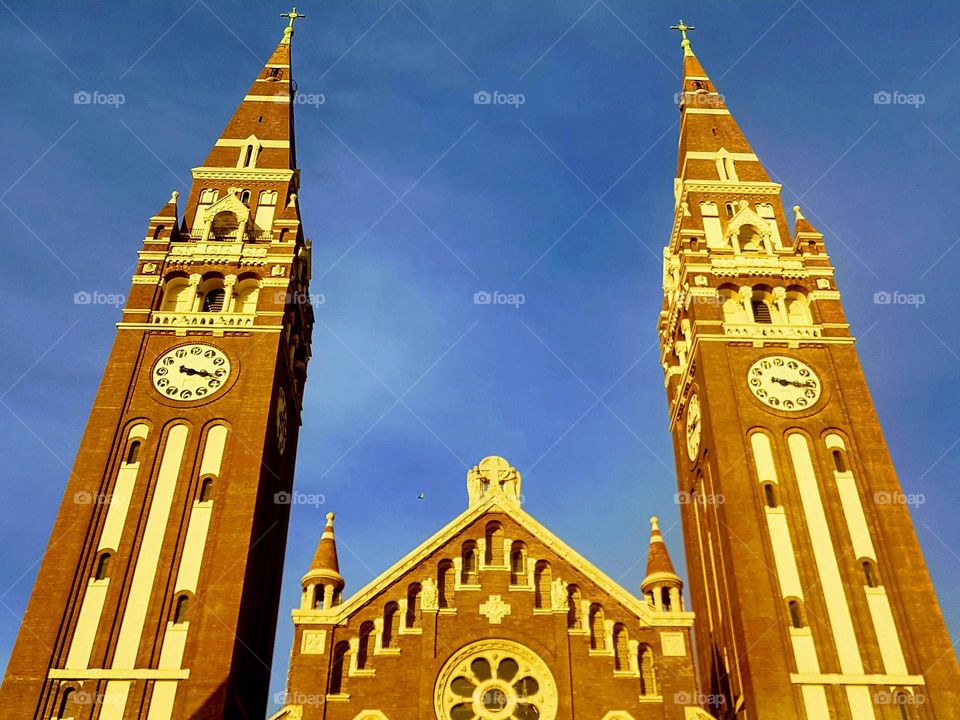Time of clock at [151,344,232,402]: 3:17
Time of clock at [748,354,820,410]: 3:16
